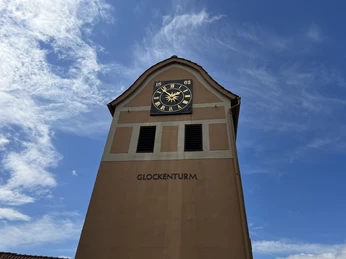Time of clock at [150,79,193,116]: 1:52
